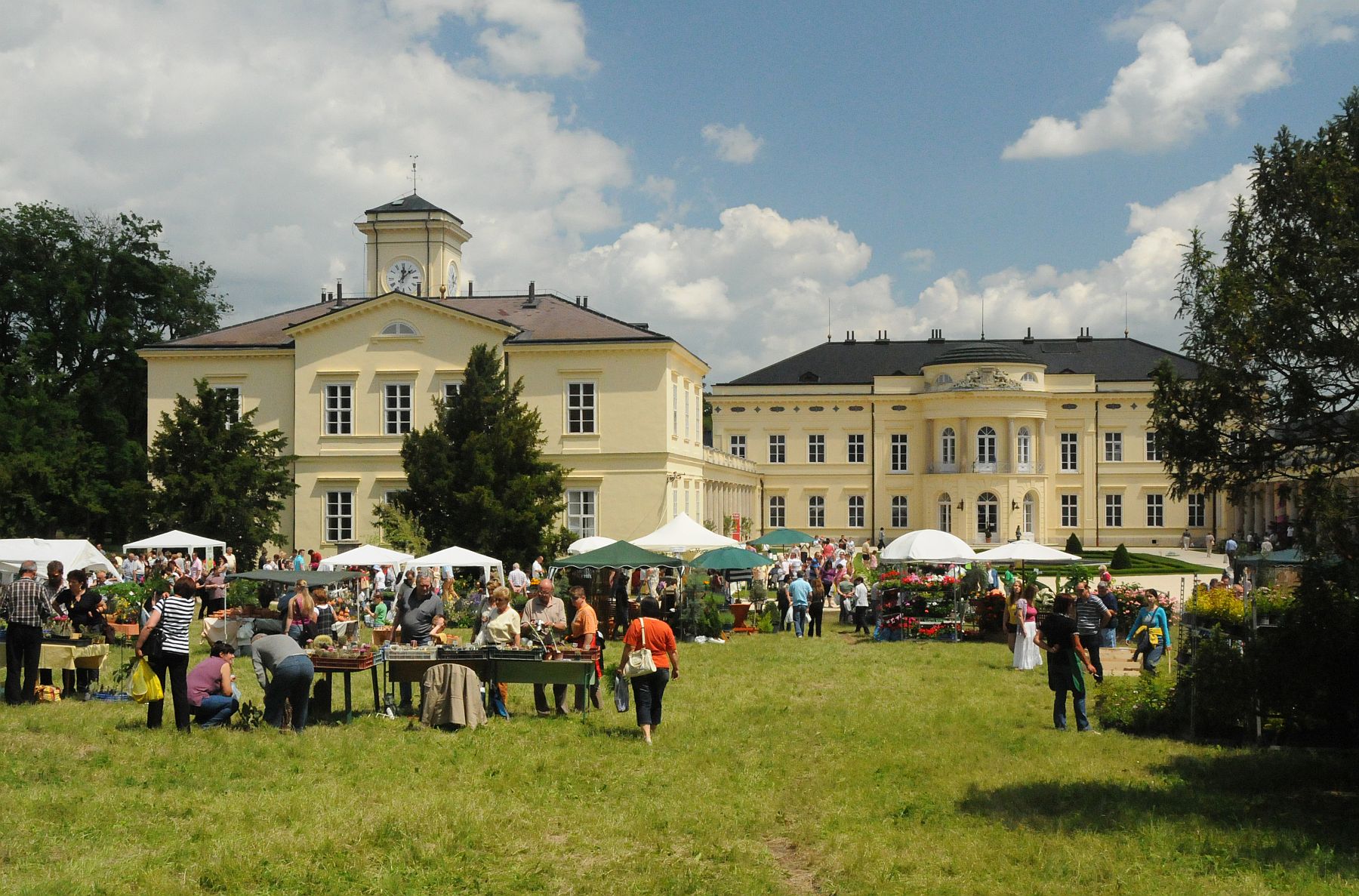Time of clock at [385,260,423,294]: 12:07
